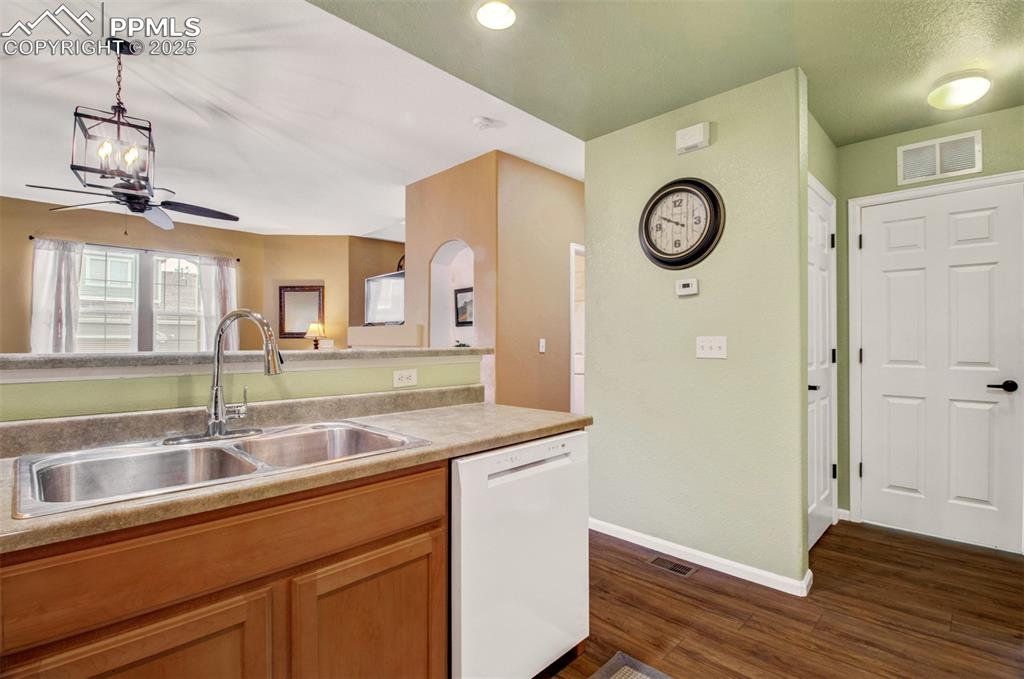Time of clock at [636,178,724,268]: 9:49
